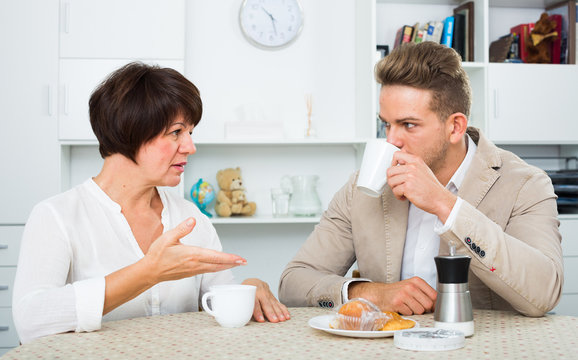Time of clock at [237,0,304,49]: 10:27
